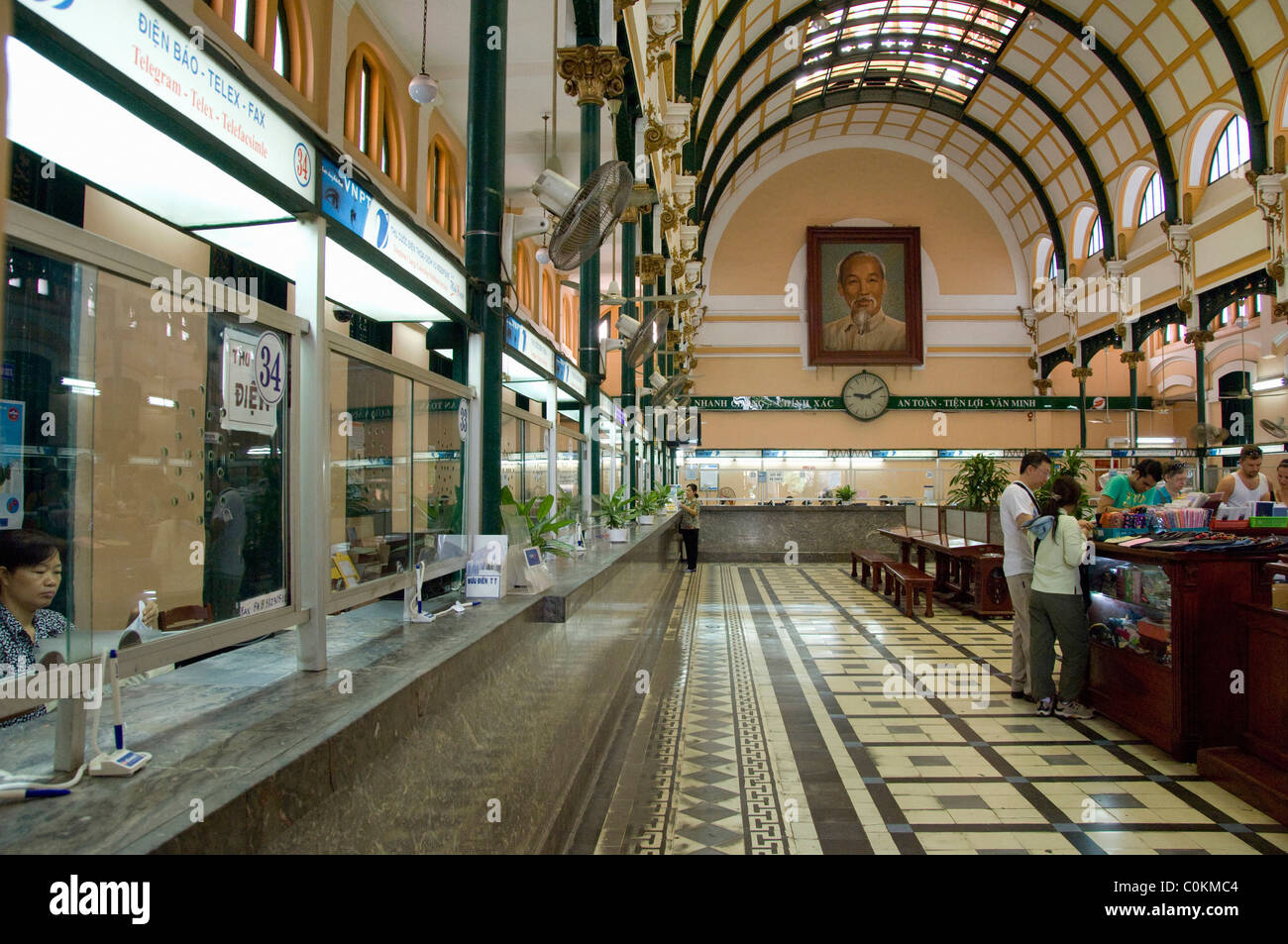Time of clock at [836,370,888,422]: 9:10
